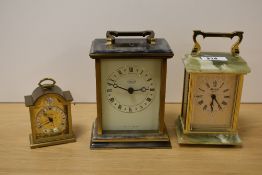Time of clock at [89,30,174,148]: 2:48
